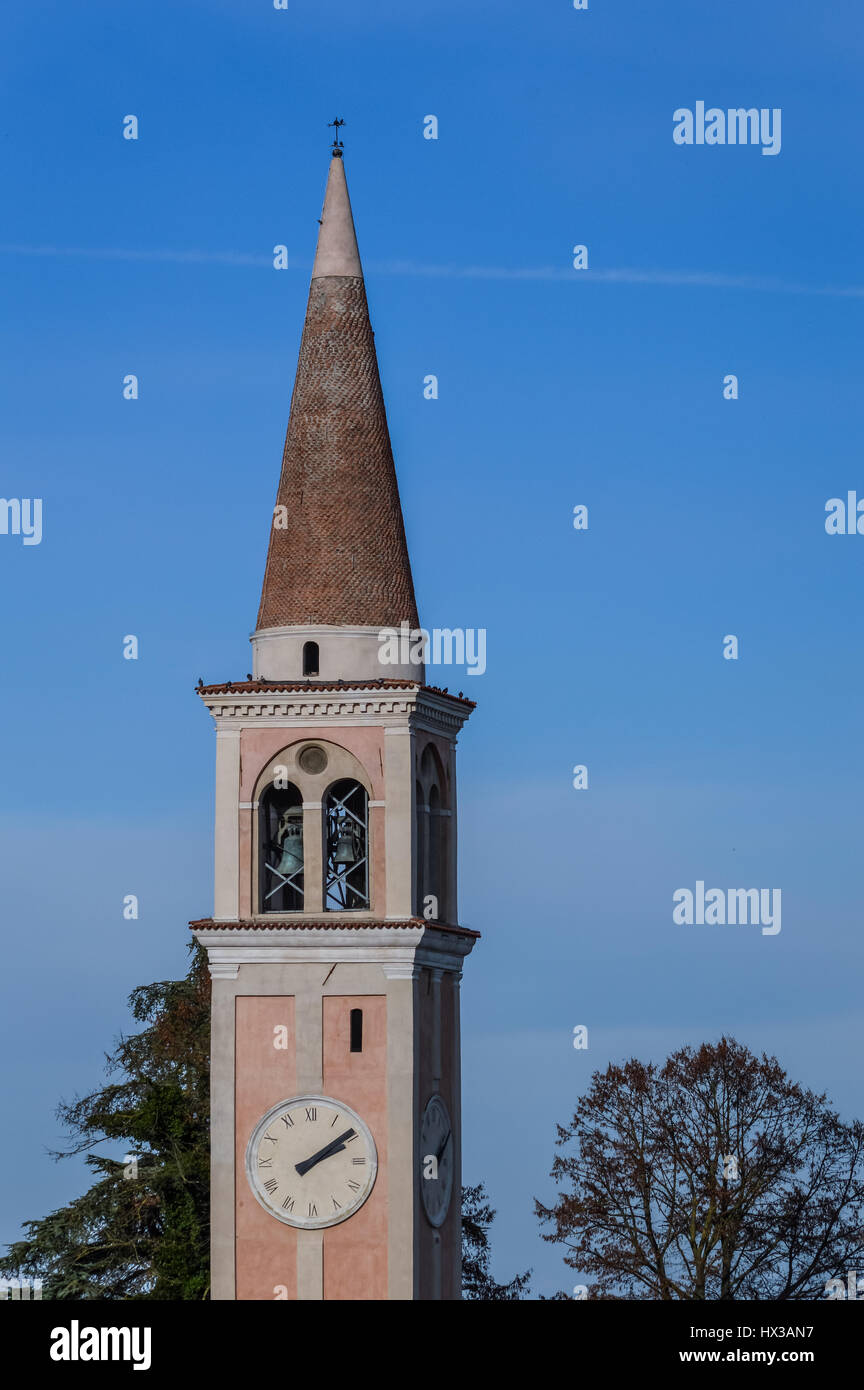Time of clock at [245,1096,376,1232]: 2:09
